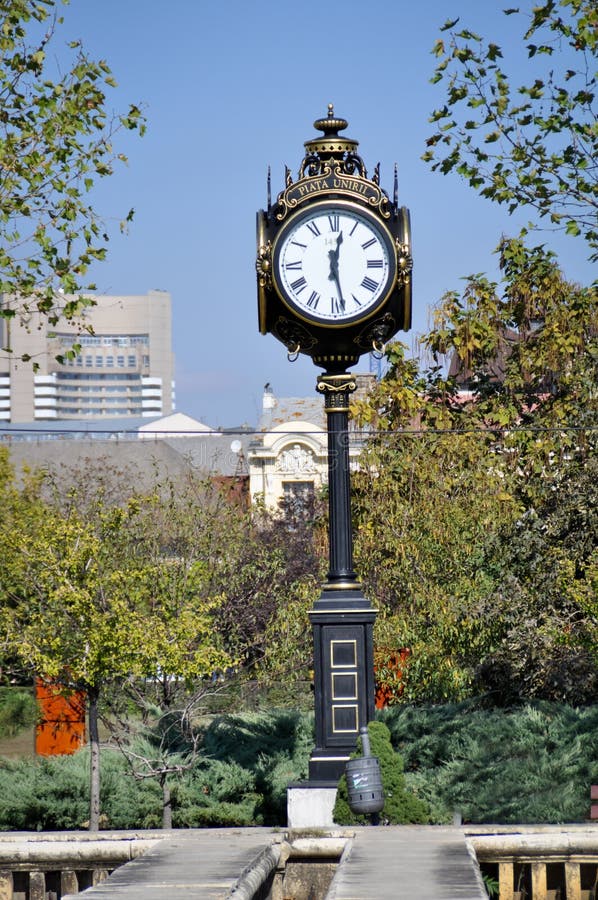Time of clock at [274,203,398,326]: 12:28
